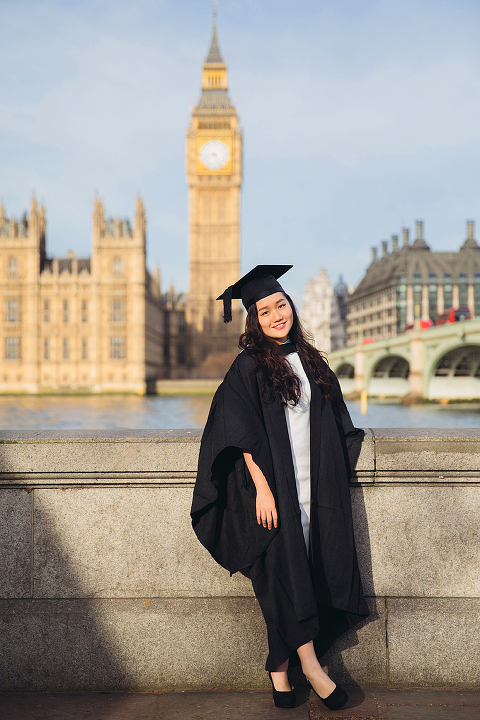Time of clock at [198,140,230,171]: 4:42
